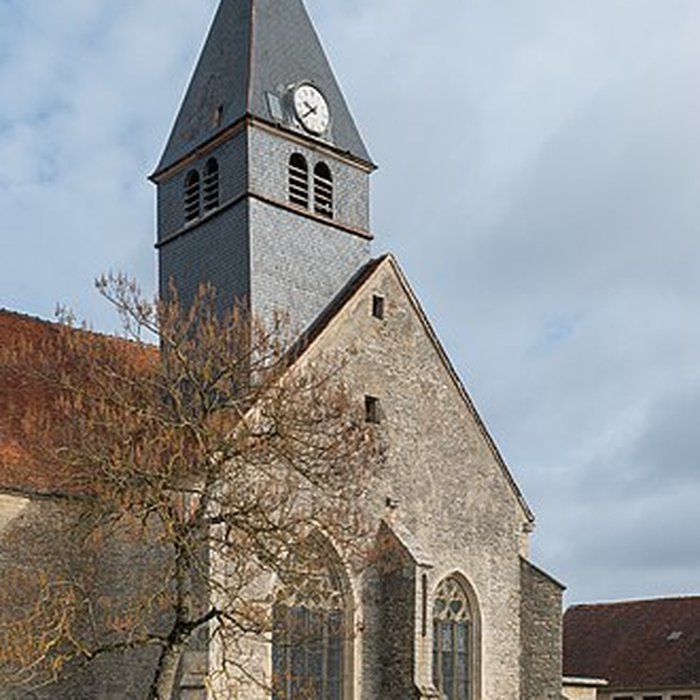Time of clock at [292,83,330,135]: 9:38
